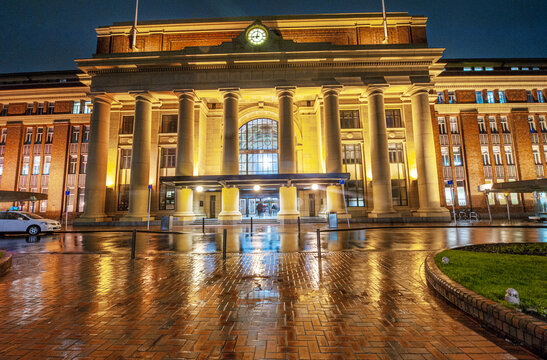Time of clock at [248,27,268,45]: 9:01
